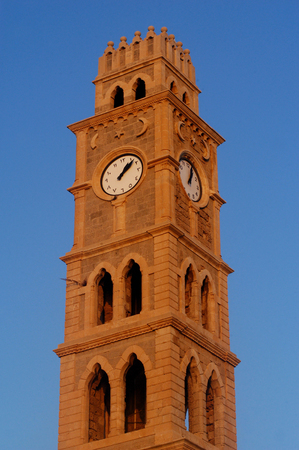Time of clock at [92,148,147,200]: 1:07
